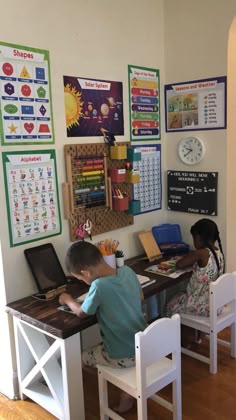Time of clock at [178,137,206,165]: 9:39
